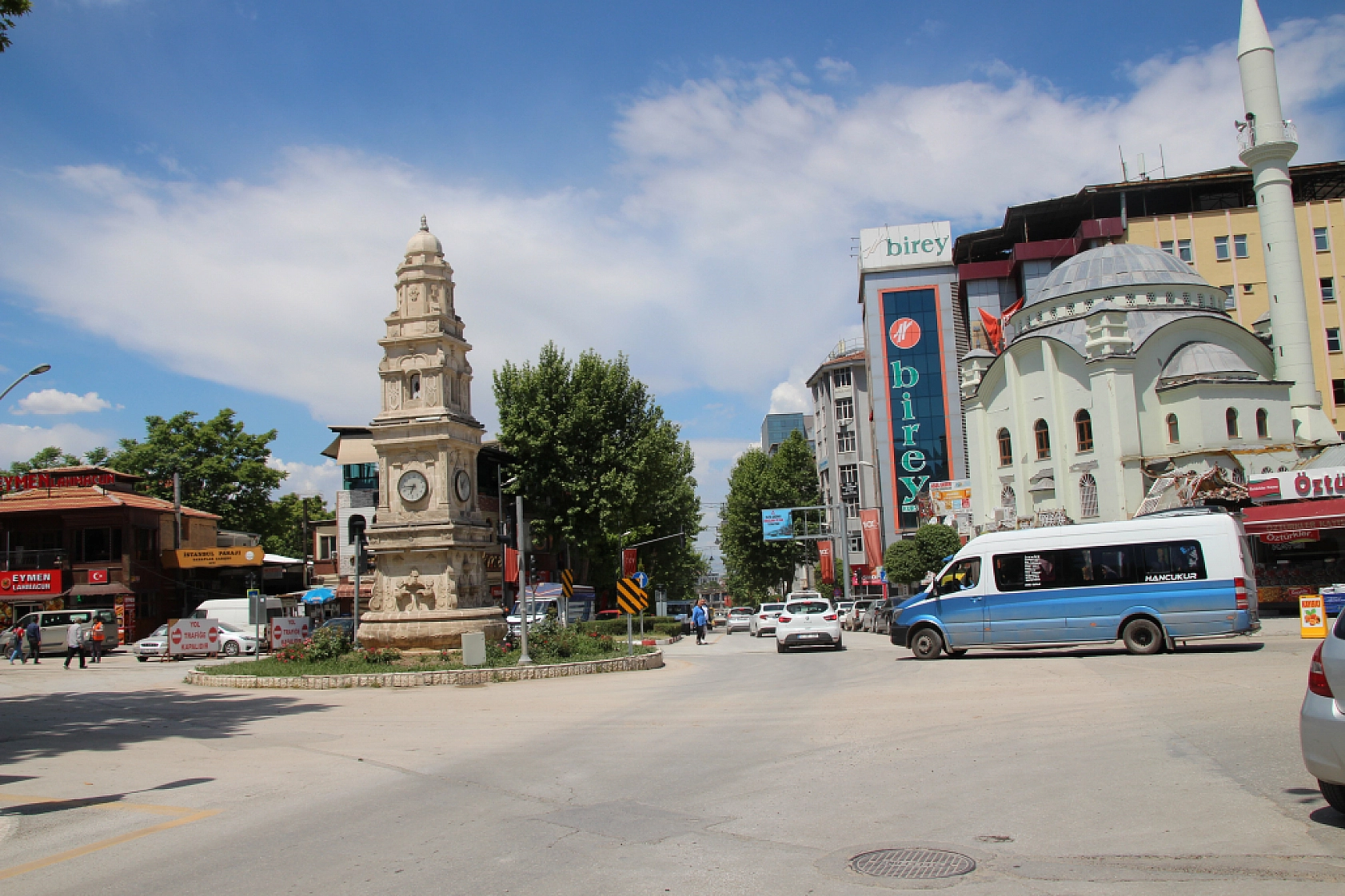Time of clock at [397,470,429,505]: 6:44
